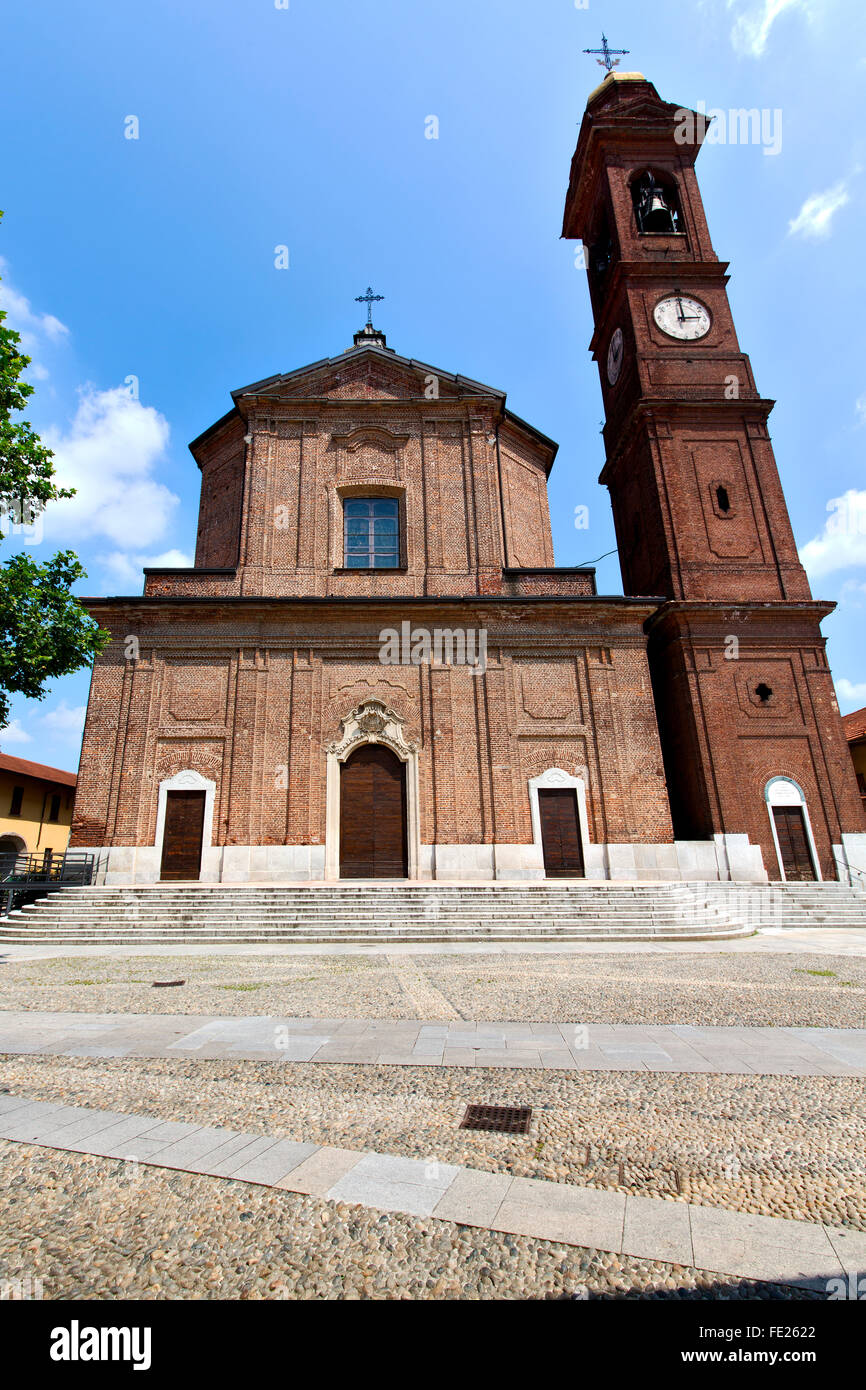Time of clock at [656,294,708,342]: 3:00
